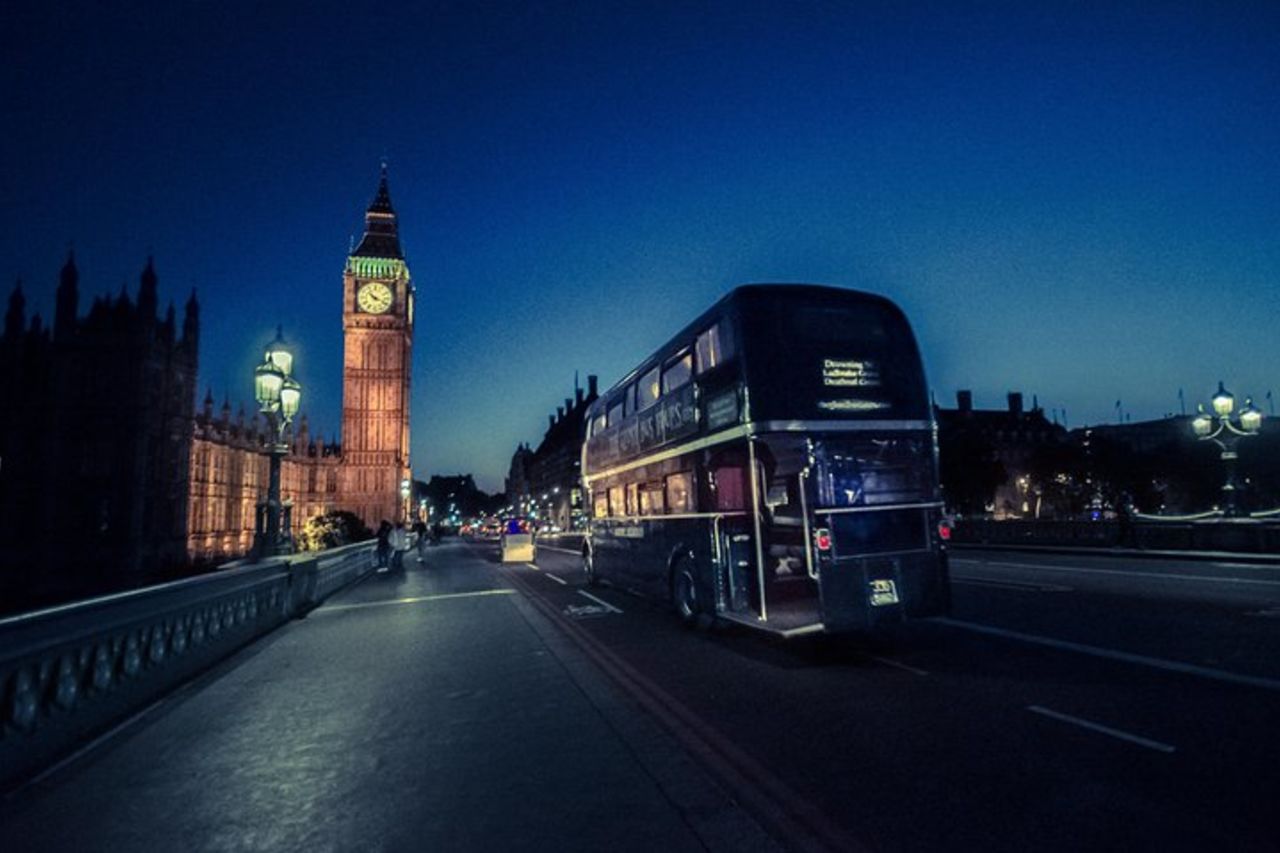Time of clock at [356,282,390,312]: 10:18
